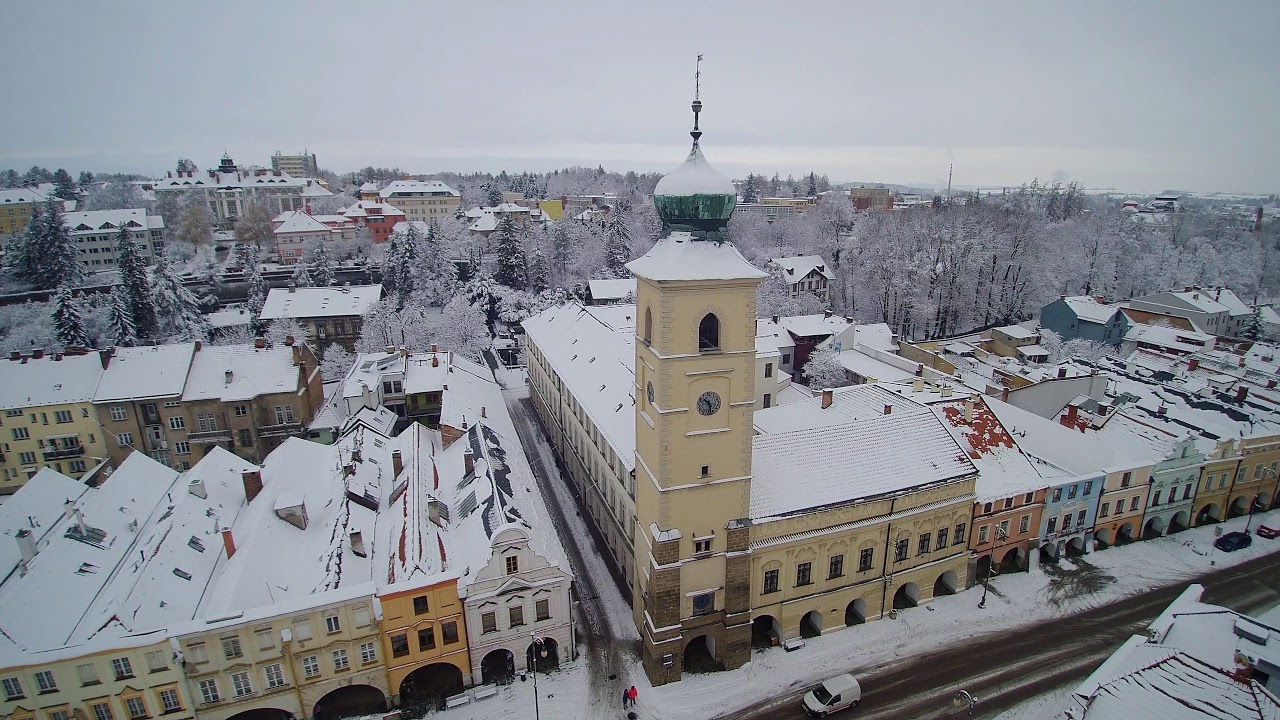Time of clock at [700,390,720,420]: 10:28
